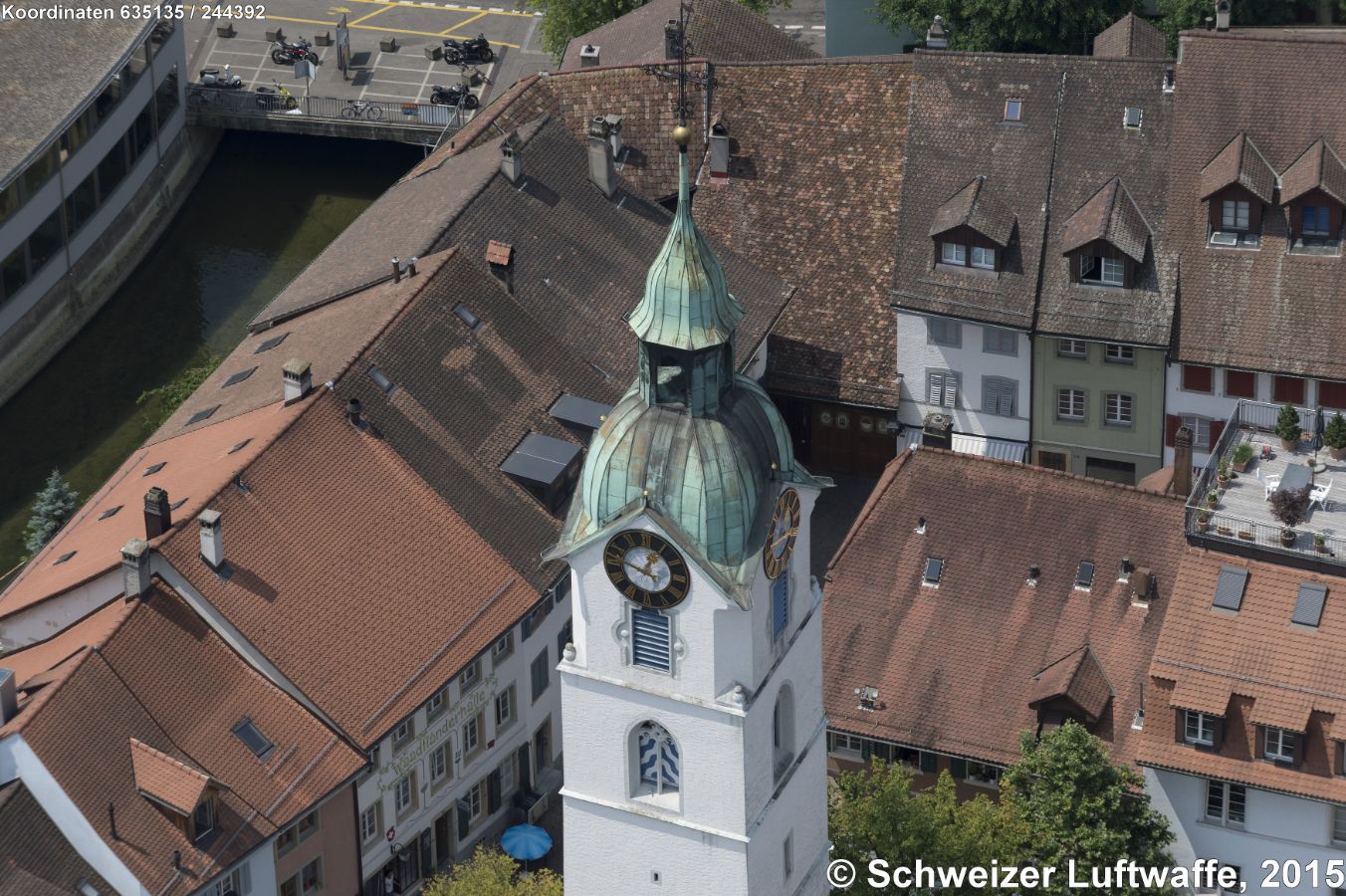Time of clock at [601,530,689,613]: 12:47
